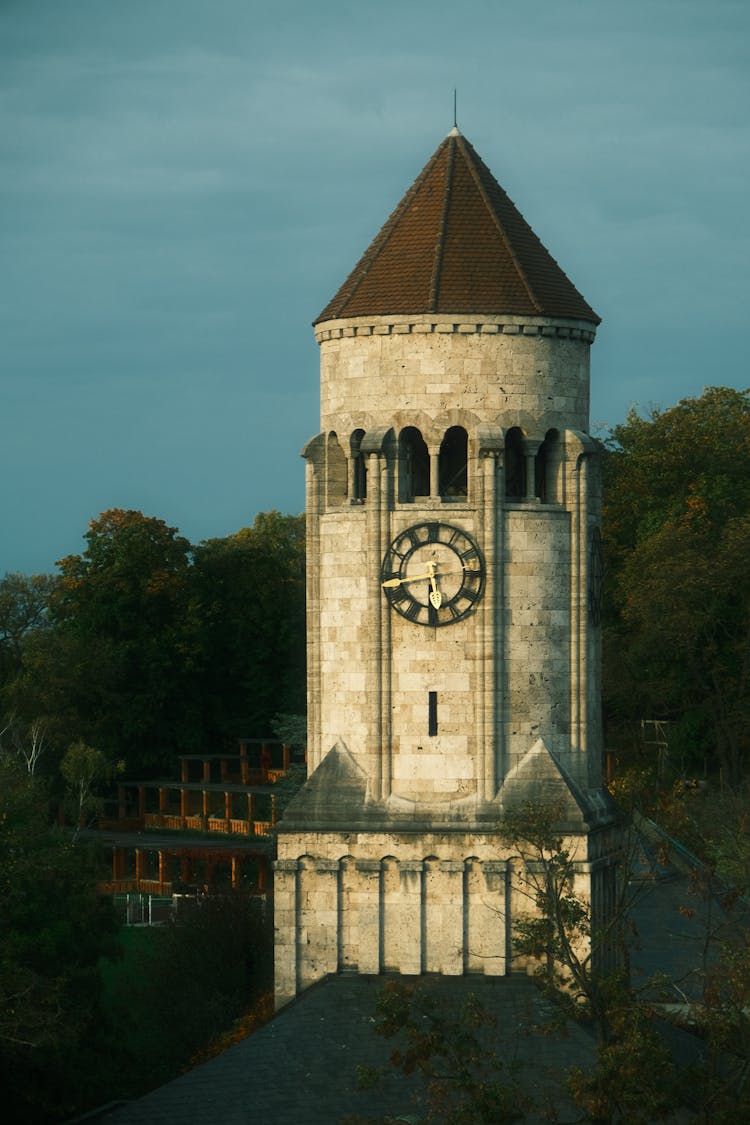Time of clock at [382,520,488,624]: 5:43
